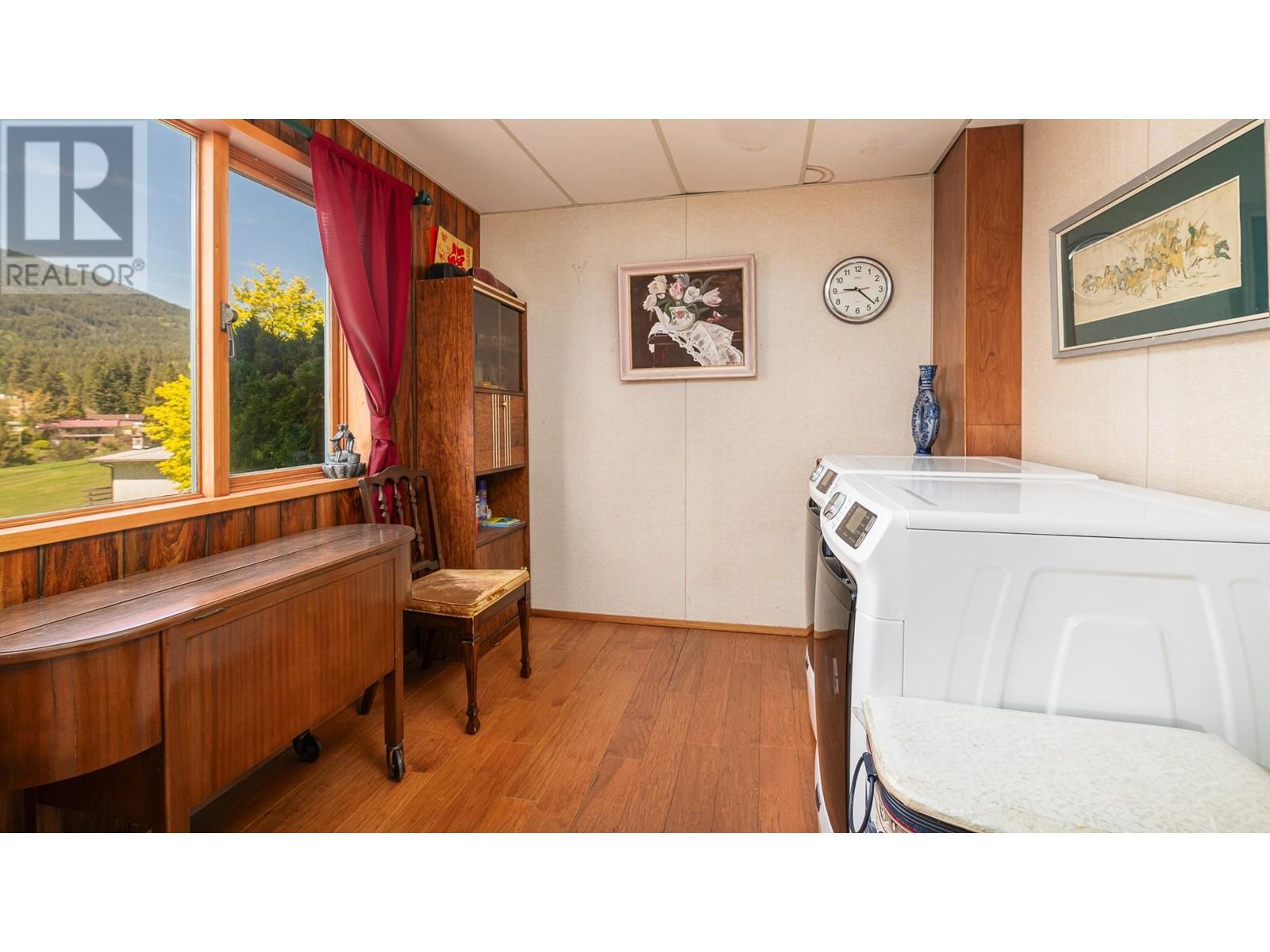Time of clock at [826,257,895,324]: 9:21
